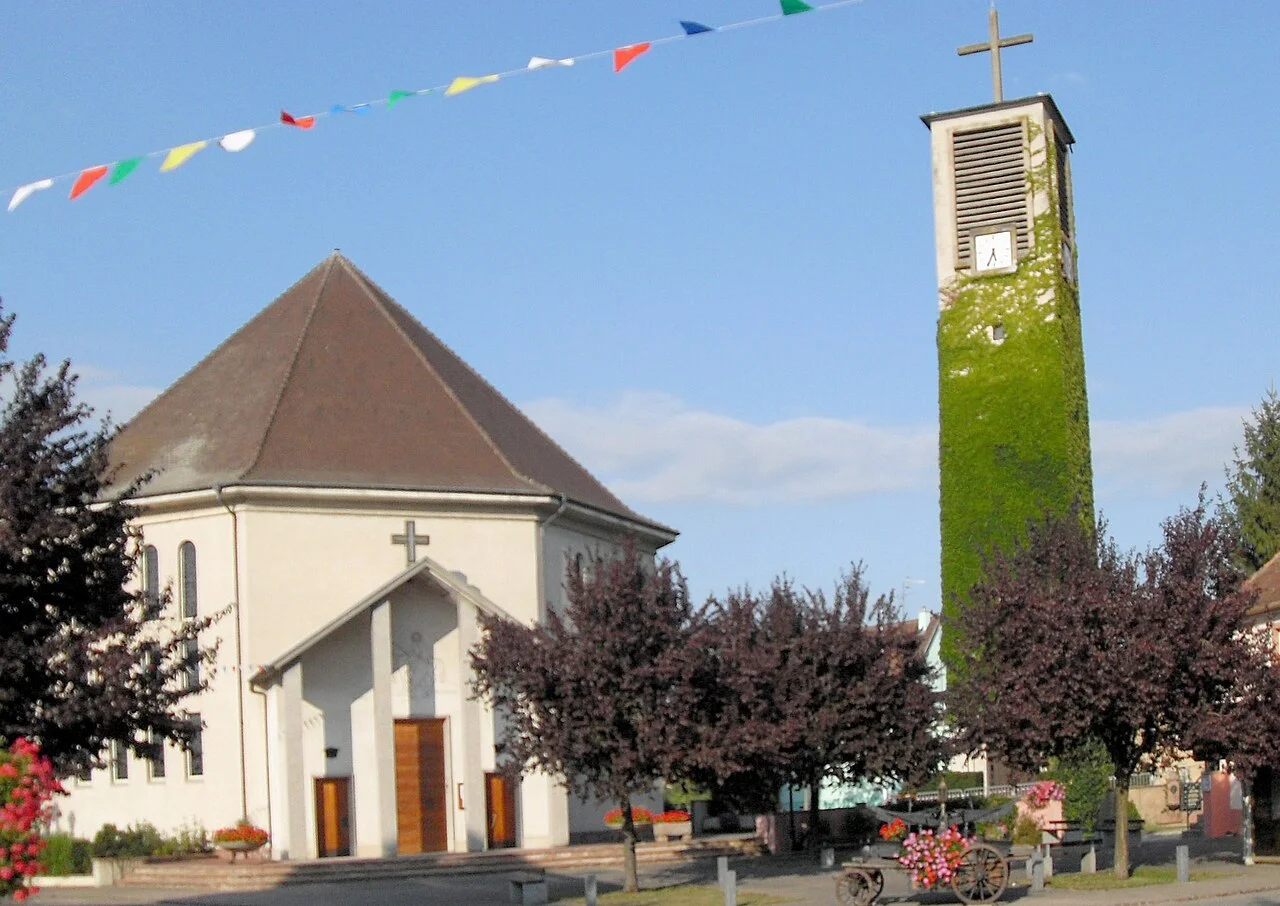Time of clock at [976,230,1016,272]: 5:34
